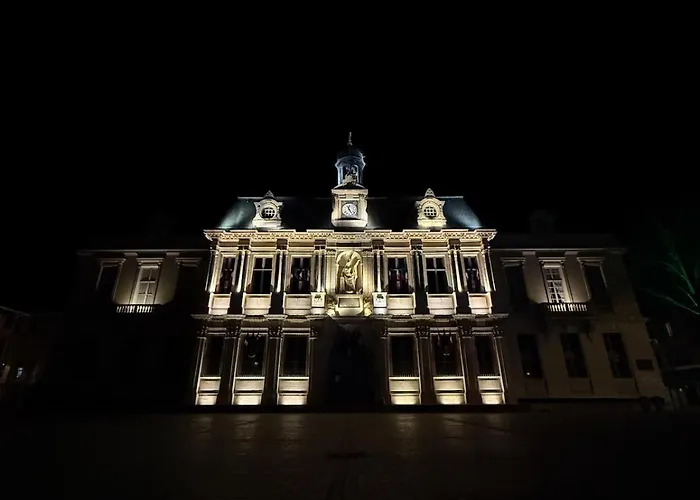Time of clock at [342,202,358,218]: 11:24
